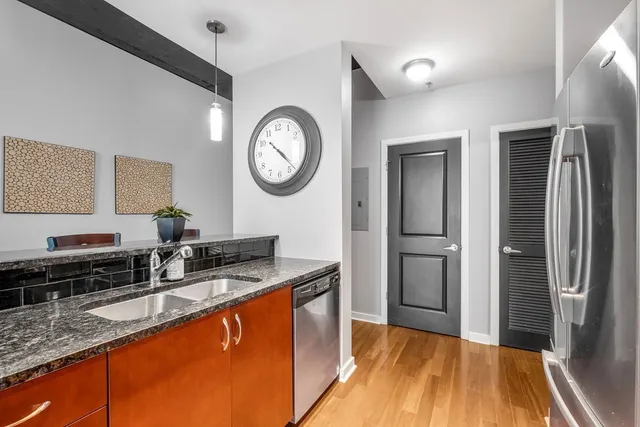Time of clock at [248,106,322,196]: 4:22
